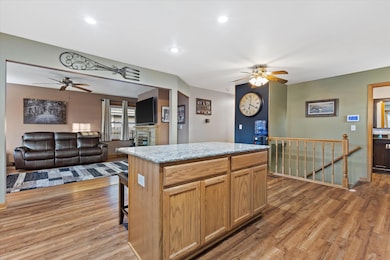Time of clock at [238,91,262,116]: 4:01
